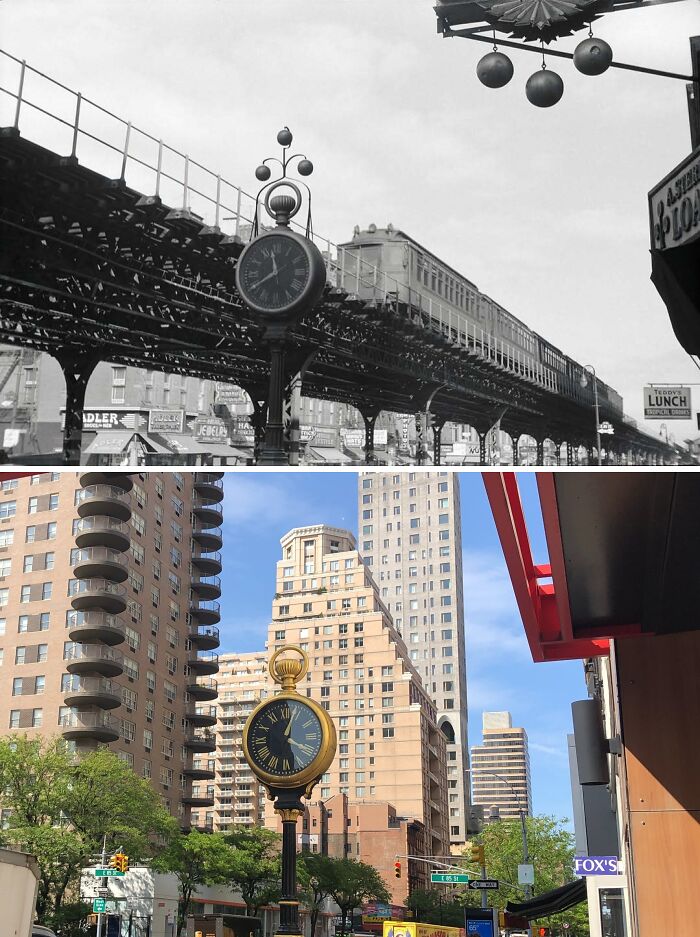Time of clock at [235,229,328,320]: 11:39
